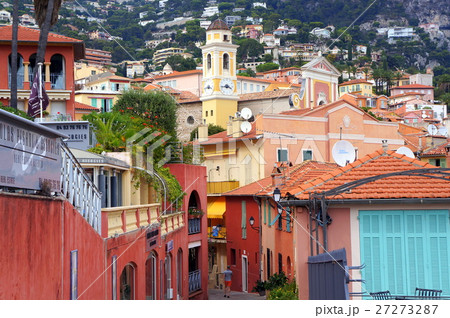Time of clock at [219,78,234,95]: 3:43
